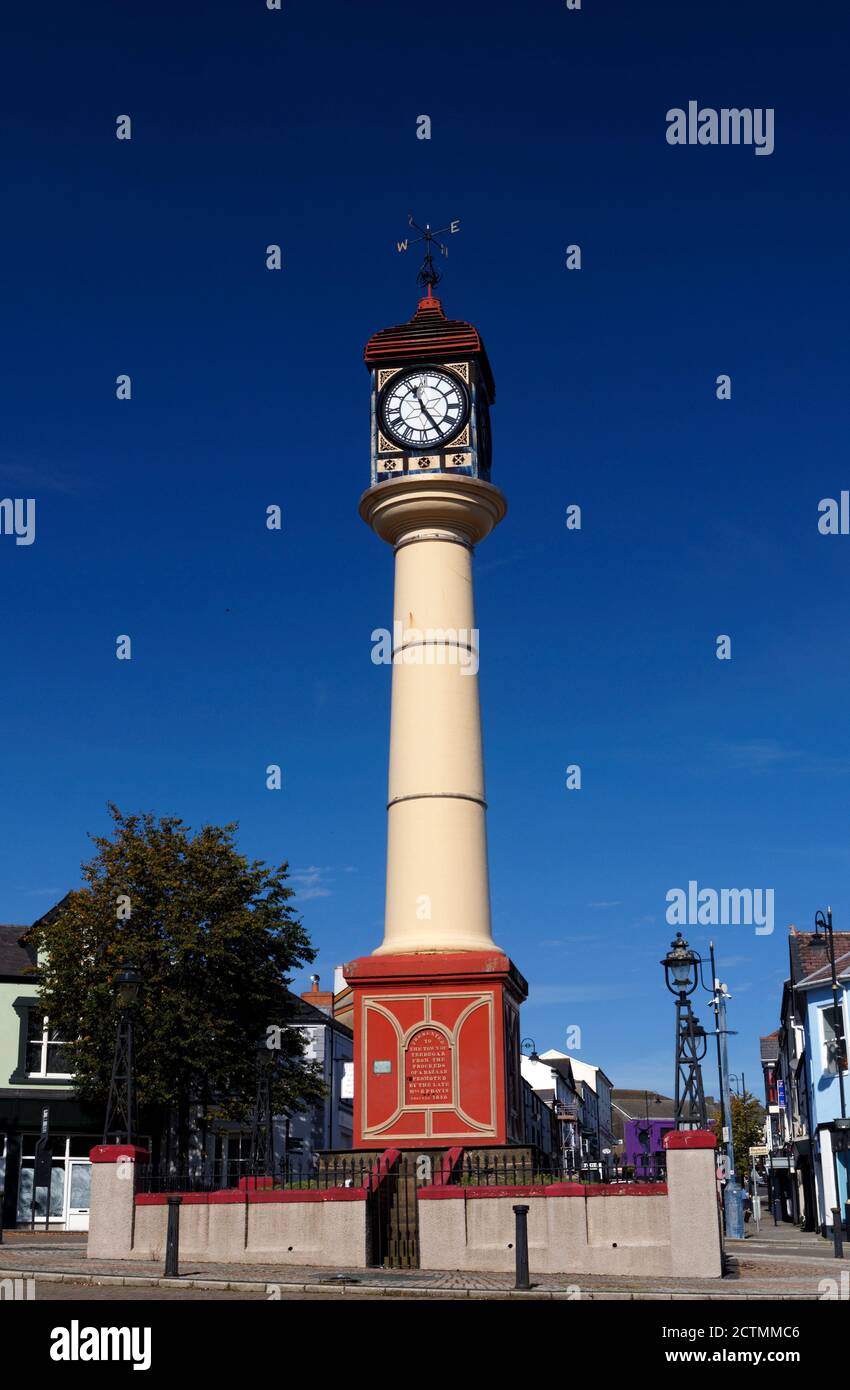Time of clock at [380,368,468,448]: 11:24
